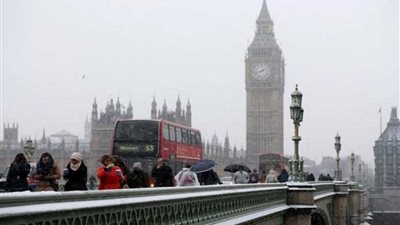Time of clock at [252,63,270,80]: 1:42
